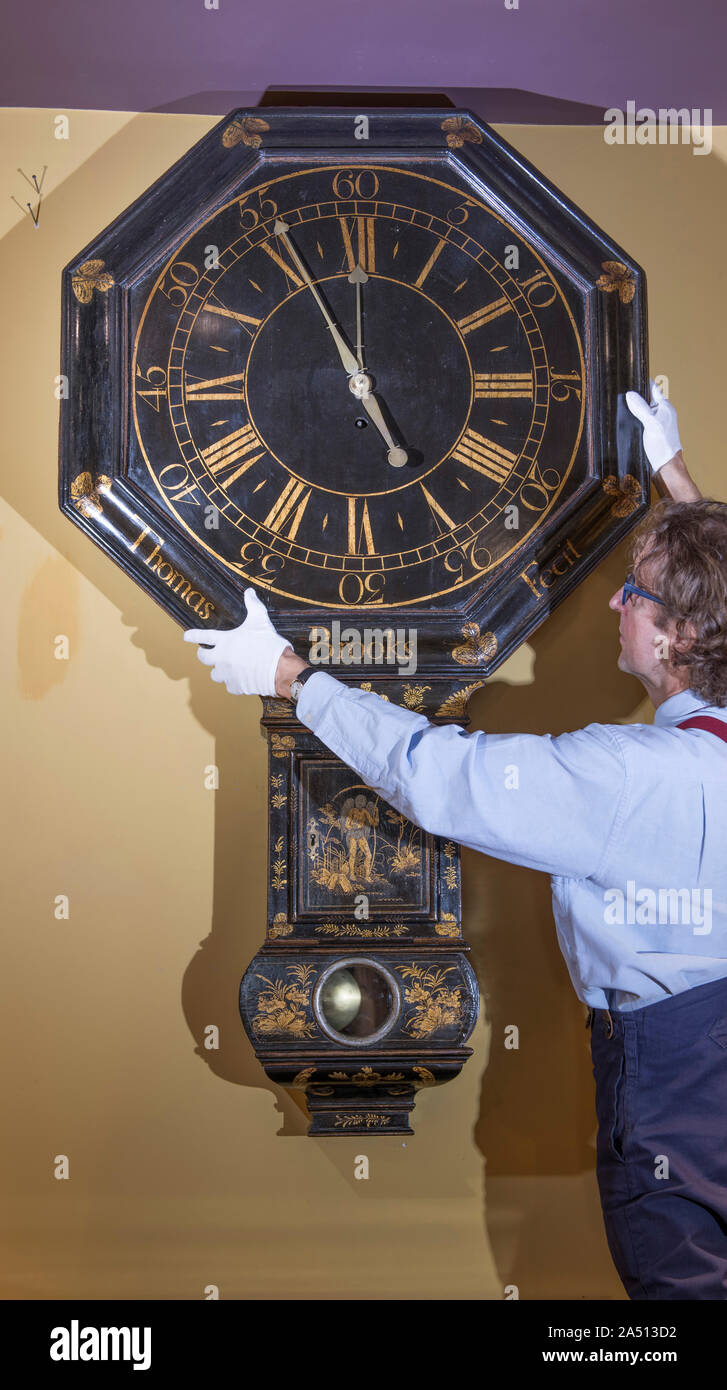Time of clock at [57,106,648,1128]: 4:54
